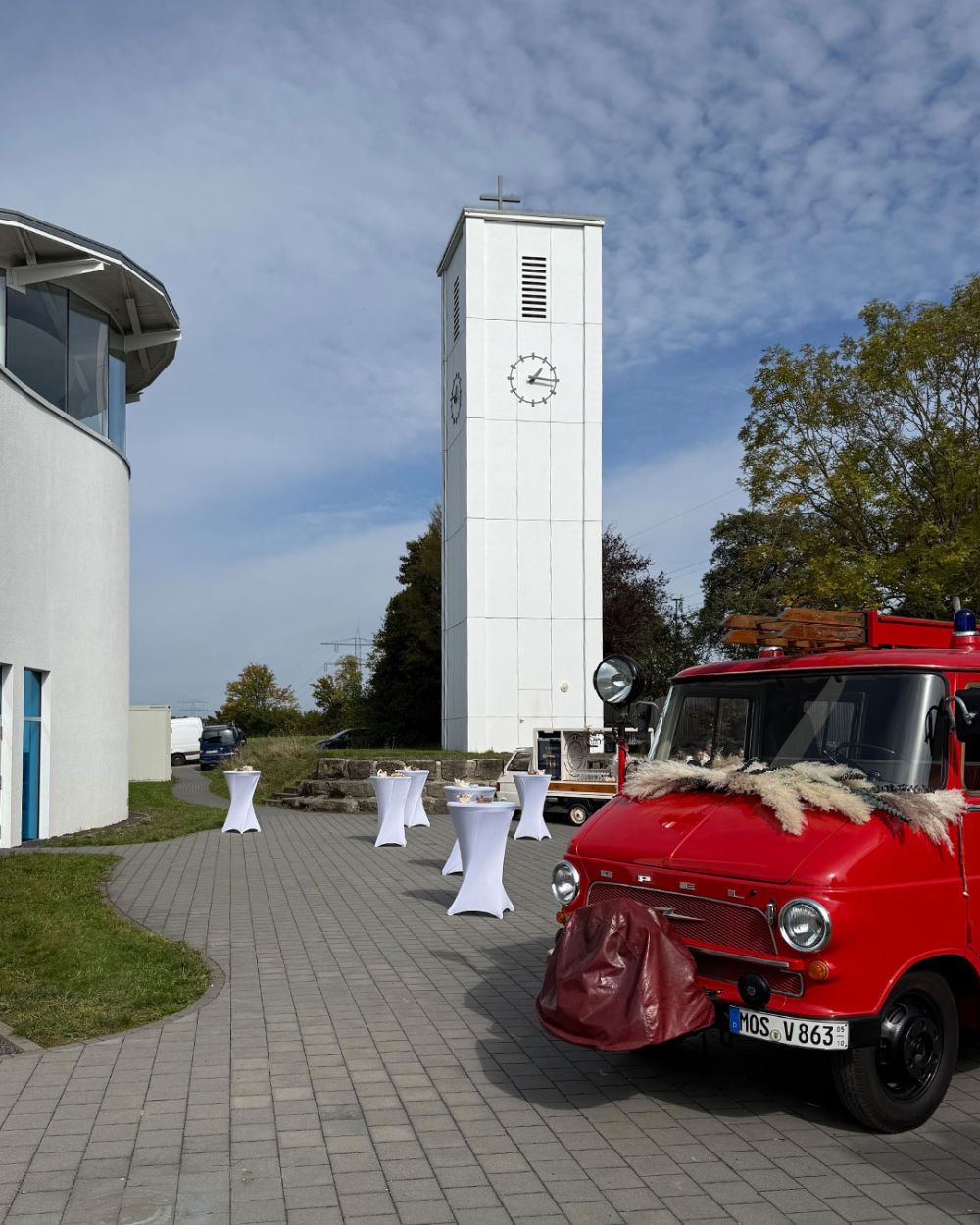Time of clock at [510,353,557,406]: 1:16
